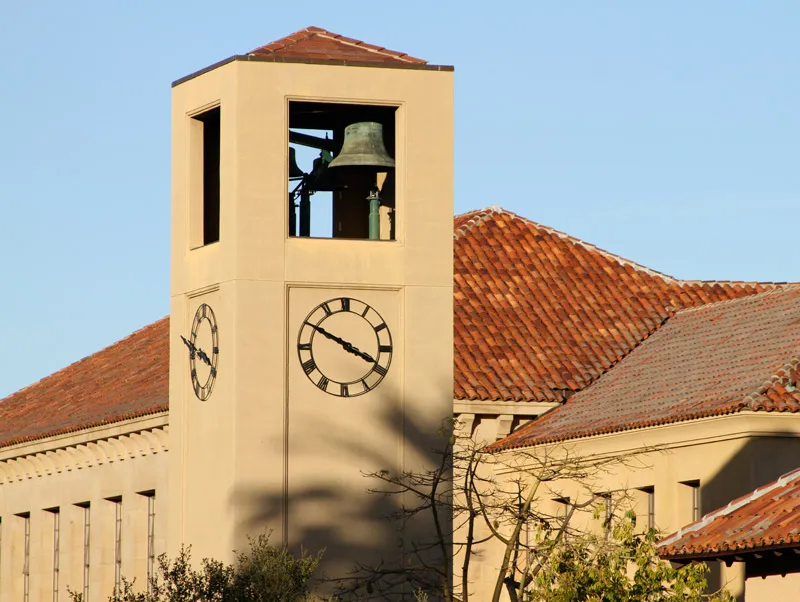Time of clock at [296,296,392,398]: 3:49
